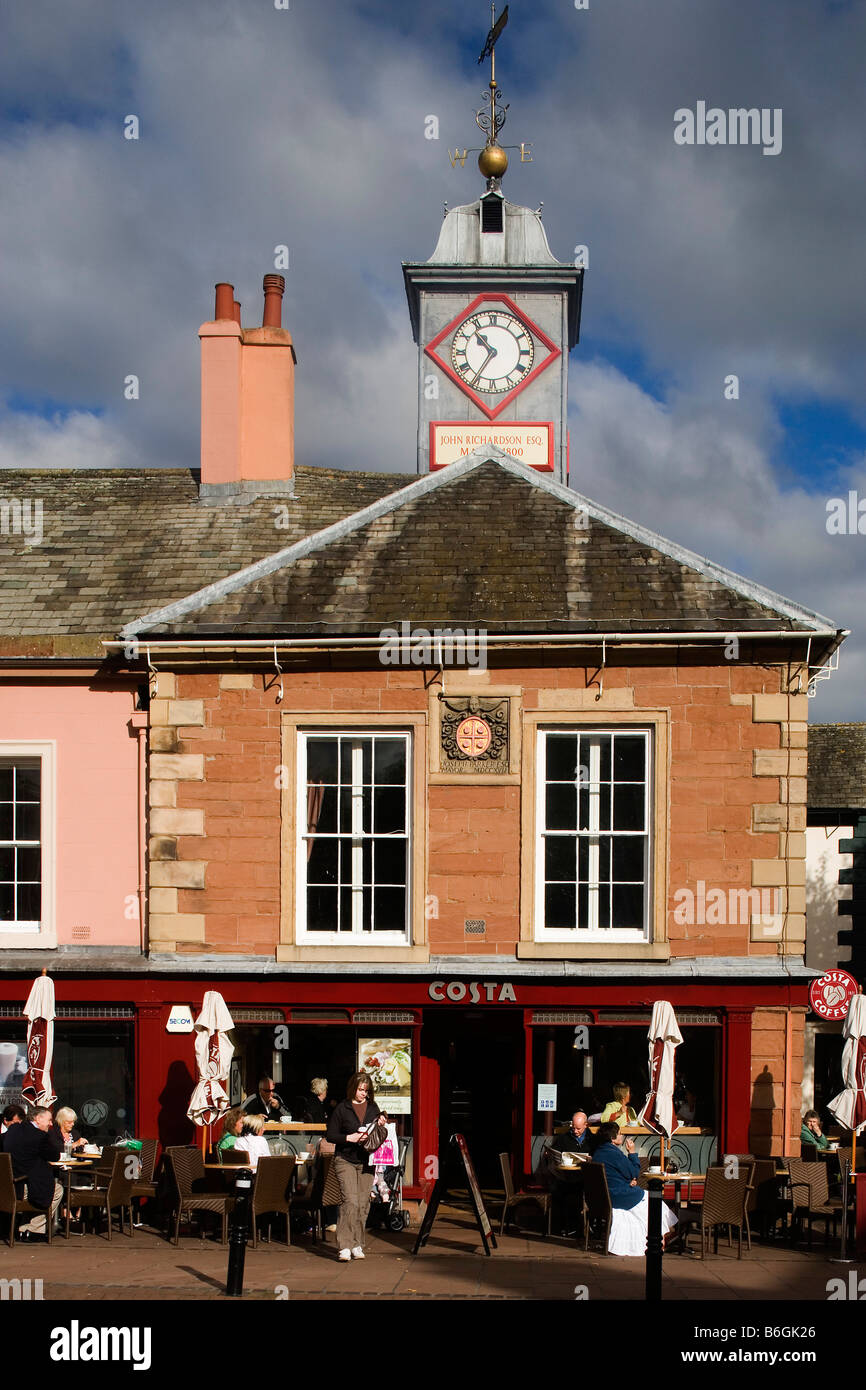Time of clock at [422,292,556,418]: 10:35
